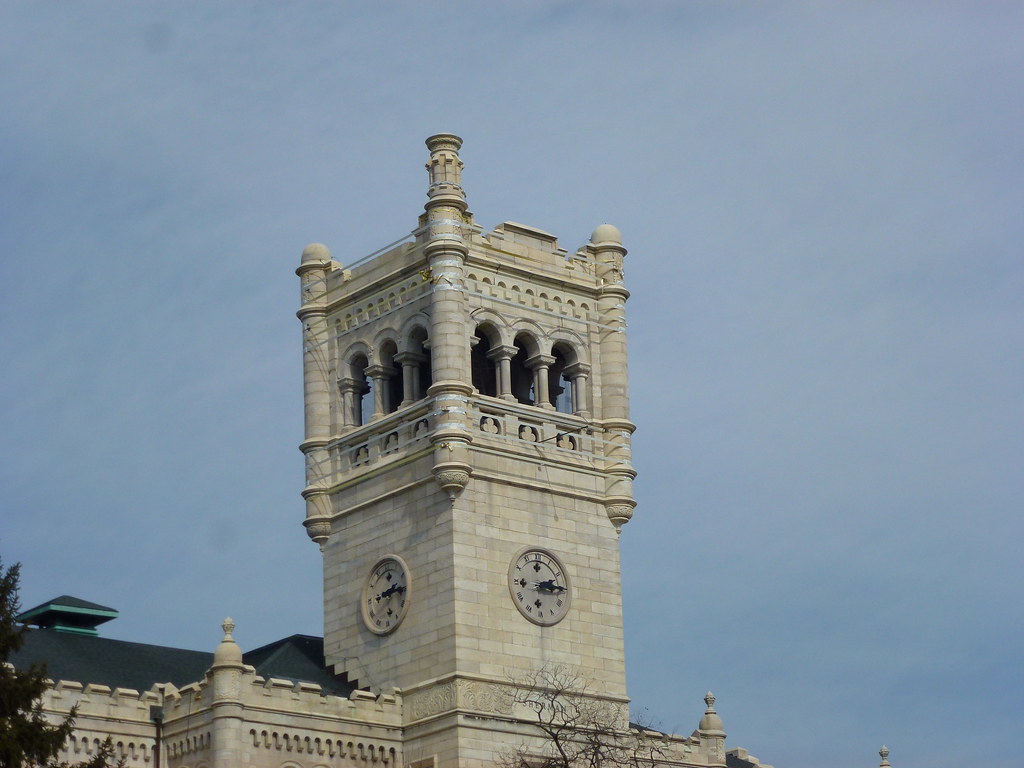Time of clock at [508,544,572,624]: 2:14
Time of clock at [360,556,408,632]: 2:14
